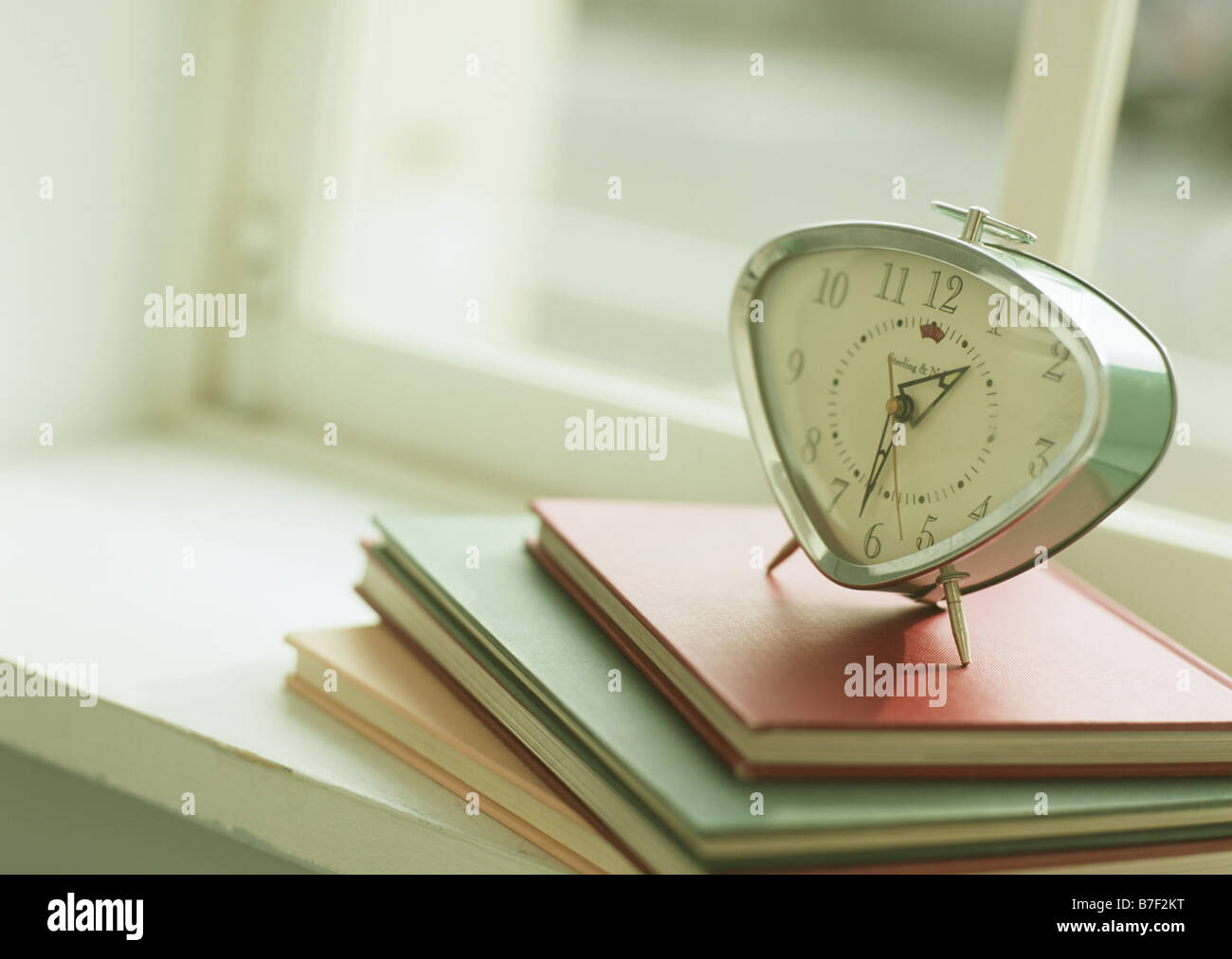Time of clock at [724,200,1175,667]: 1:32
